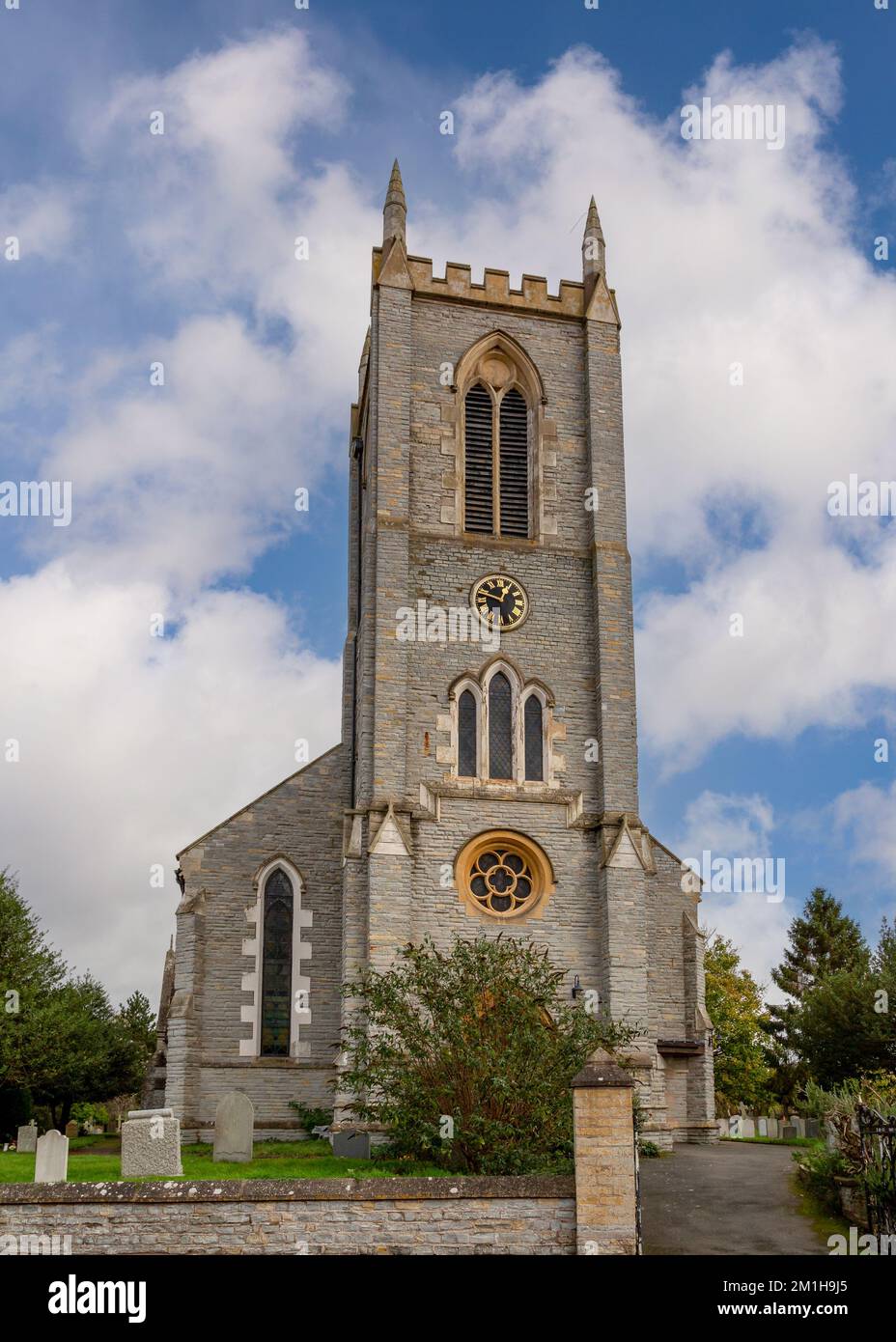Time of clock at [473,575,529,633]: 12:47
